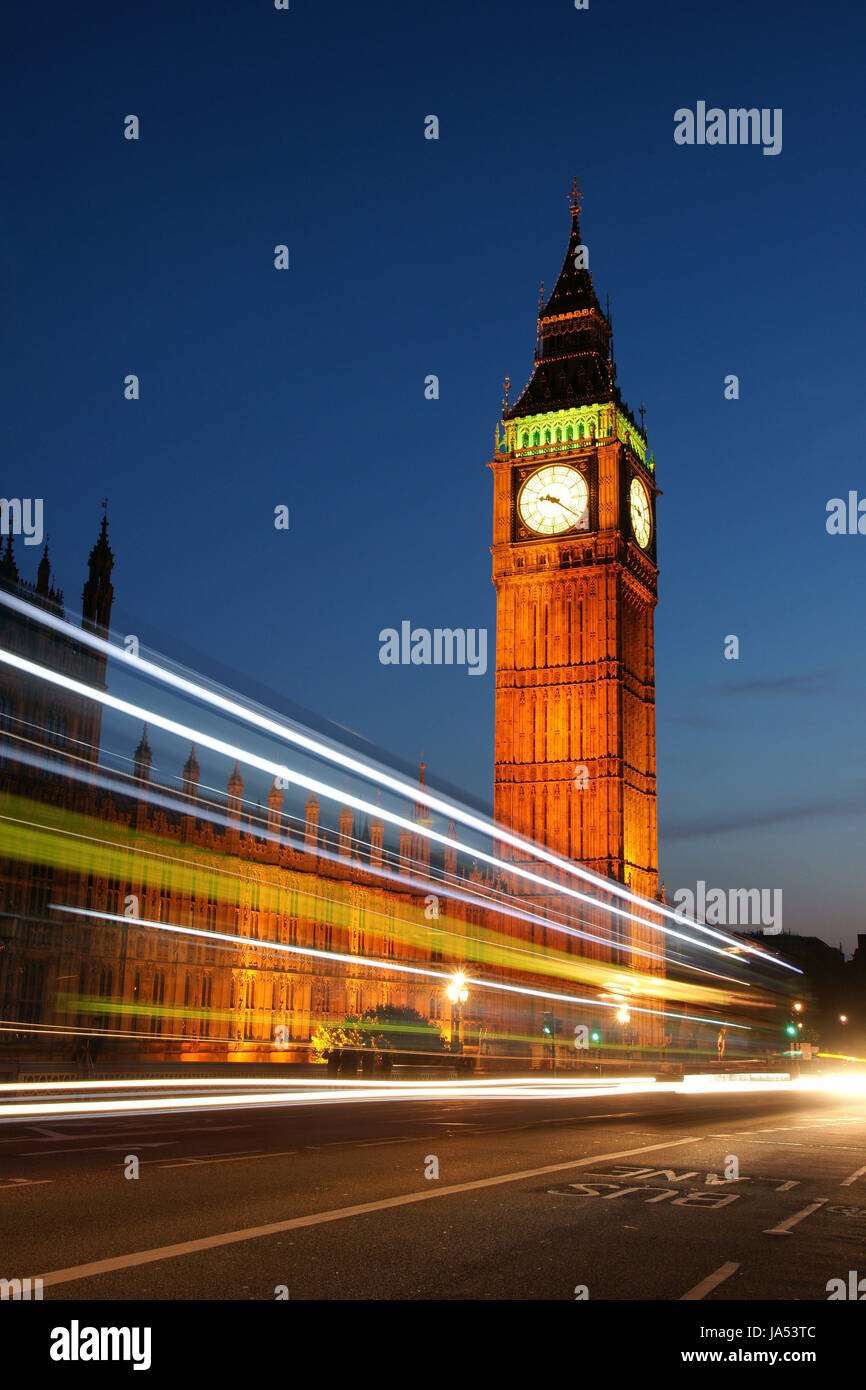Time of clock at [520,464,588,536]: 9:21
